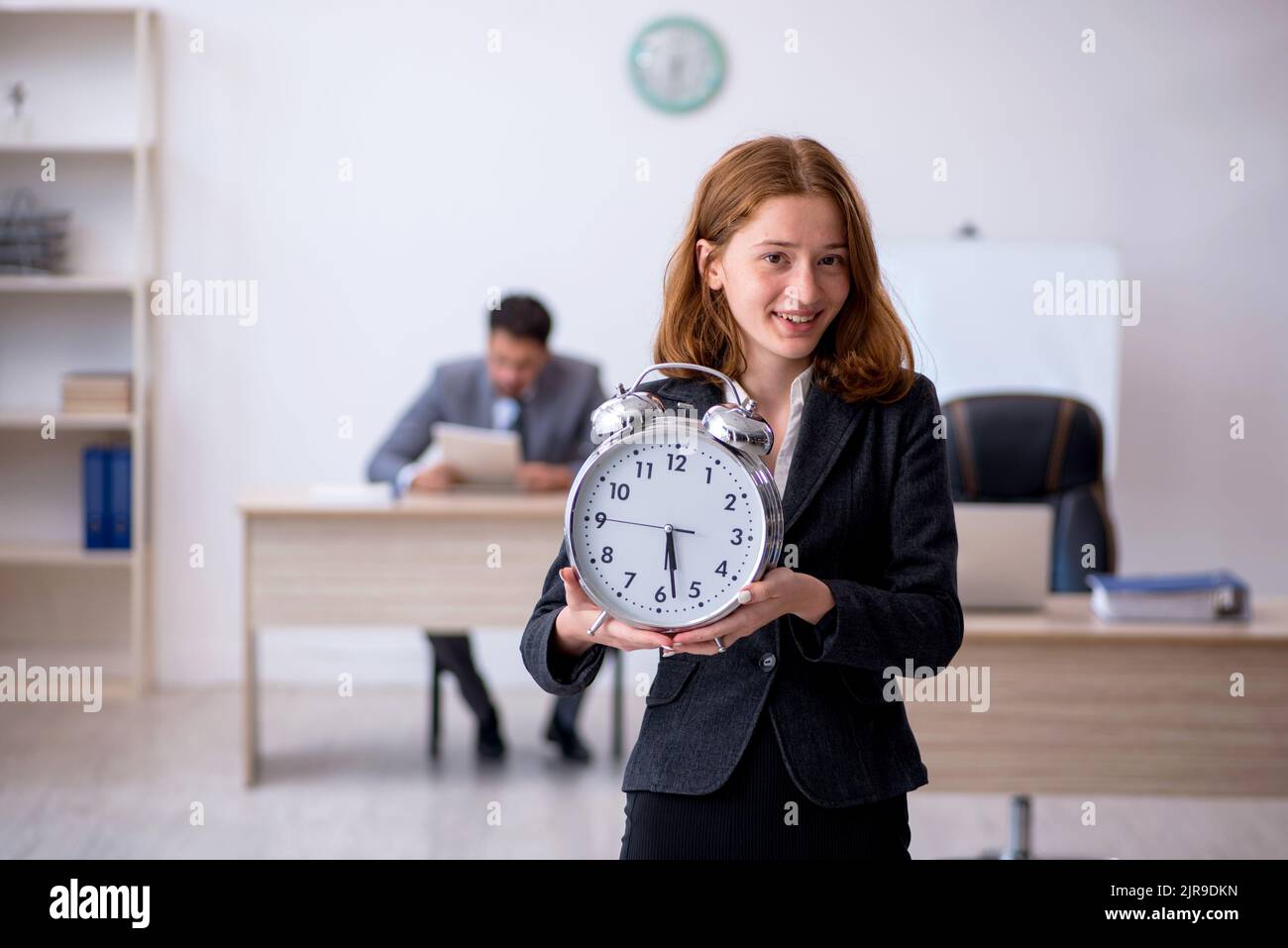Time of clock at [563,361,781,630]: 5:28
